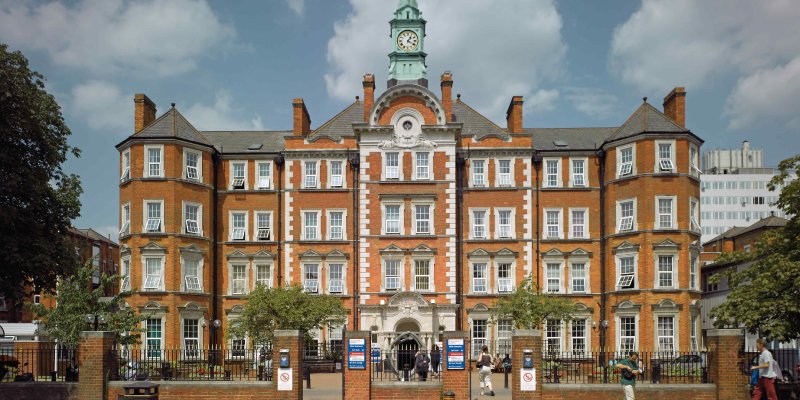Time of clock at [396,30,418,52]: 1:20
